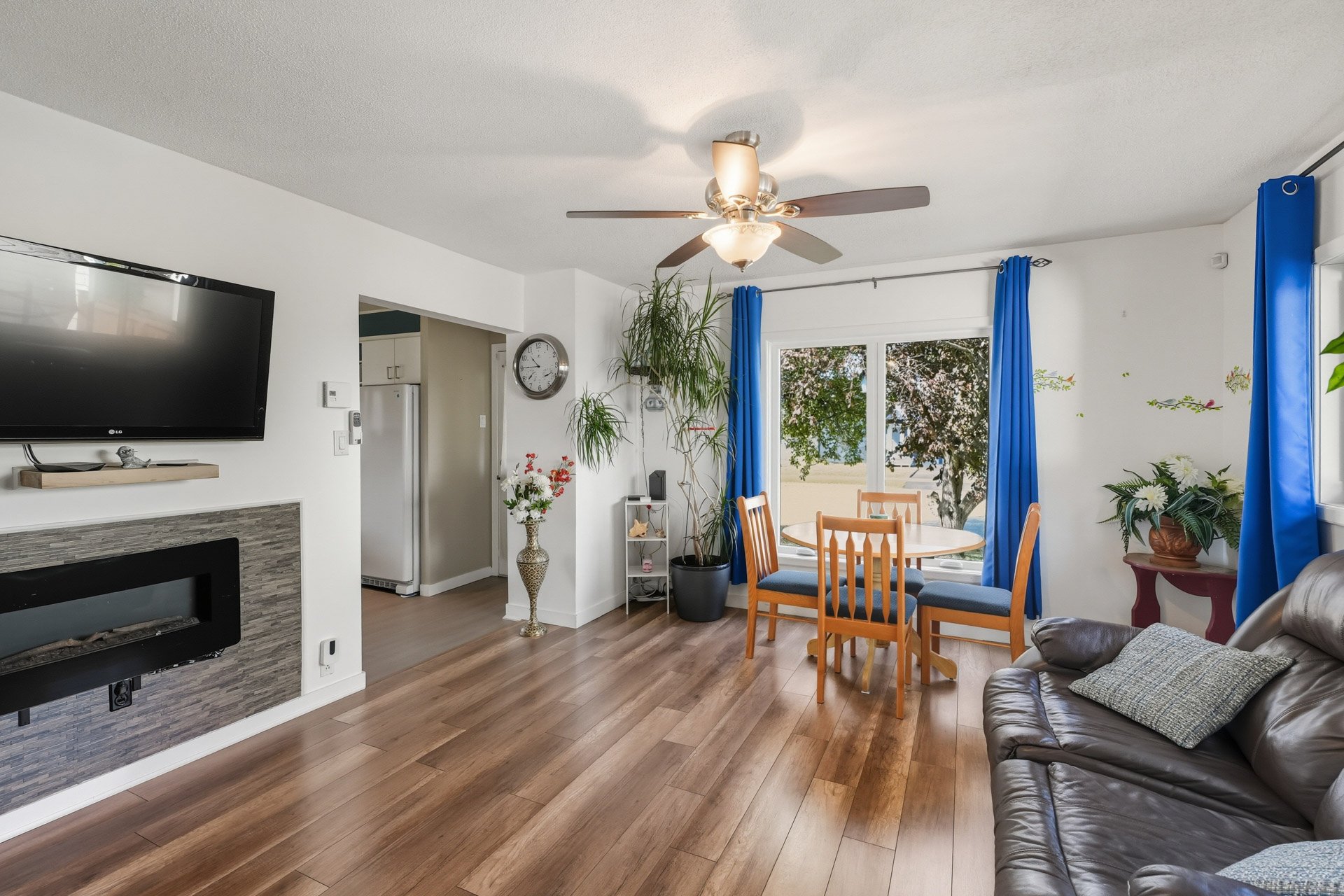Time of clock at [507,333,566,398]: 10:45
